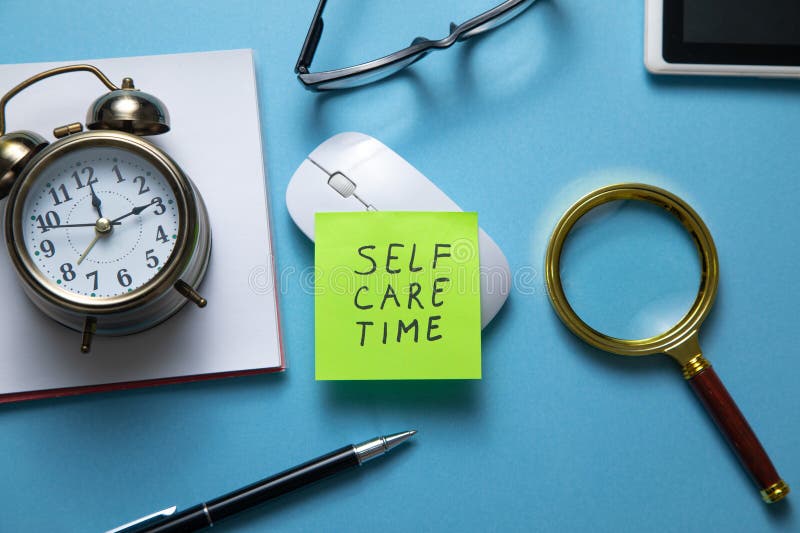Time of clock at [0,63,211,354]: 12:13
